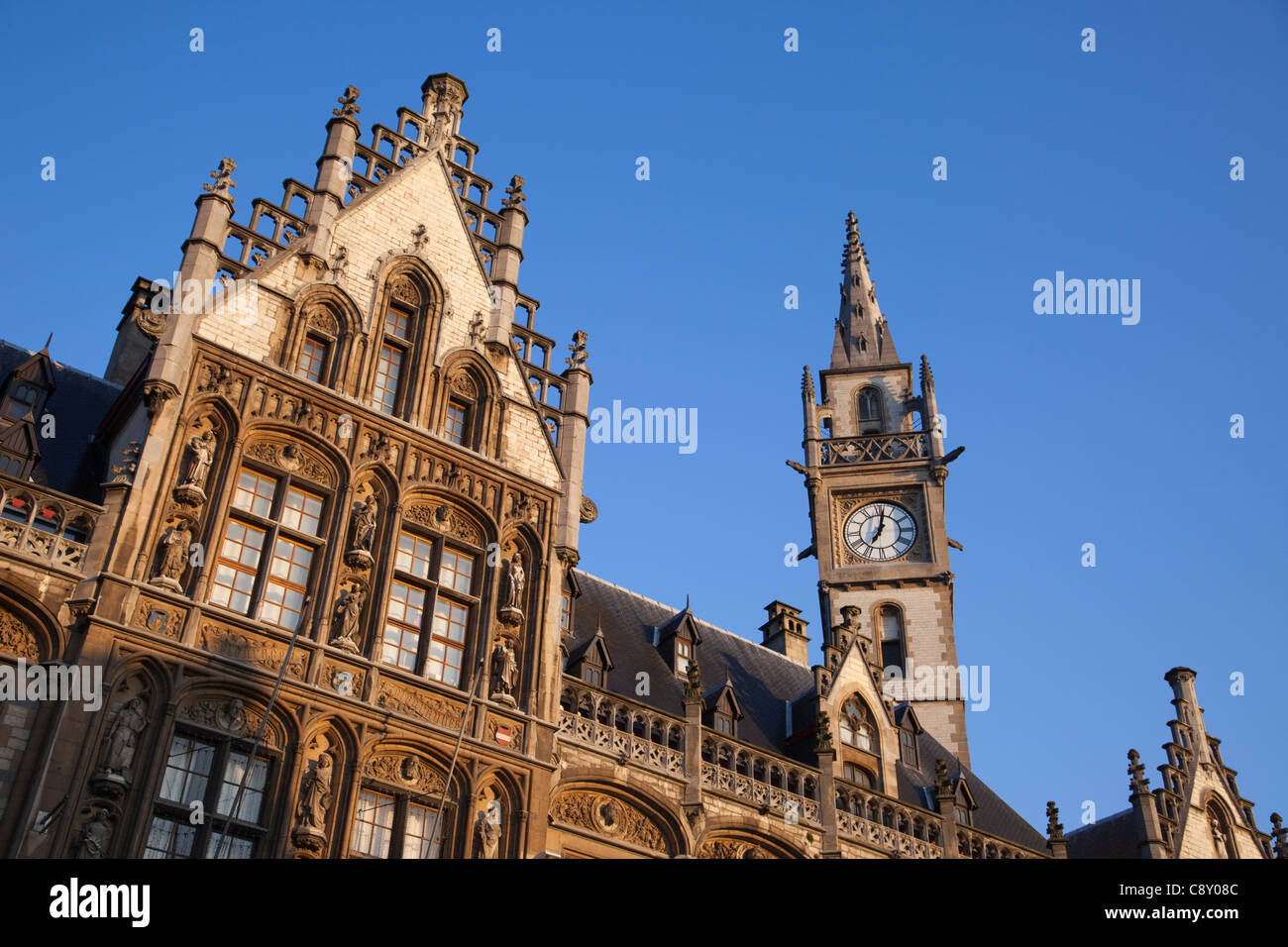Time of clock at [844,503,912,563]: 7:01
